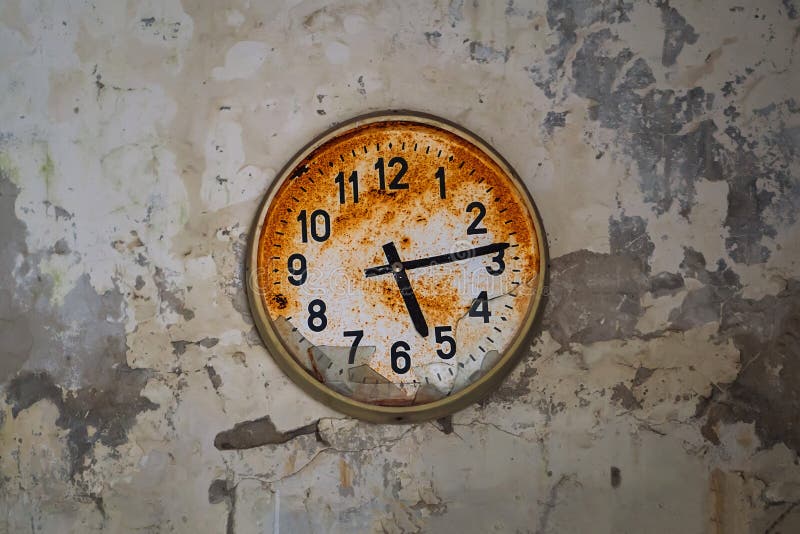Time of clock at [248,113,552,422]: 5:13
